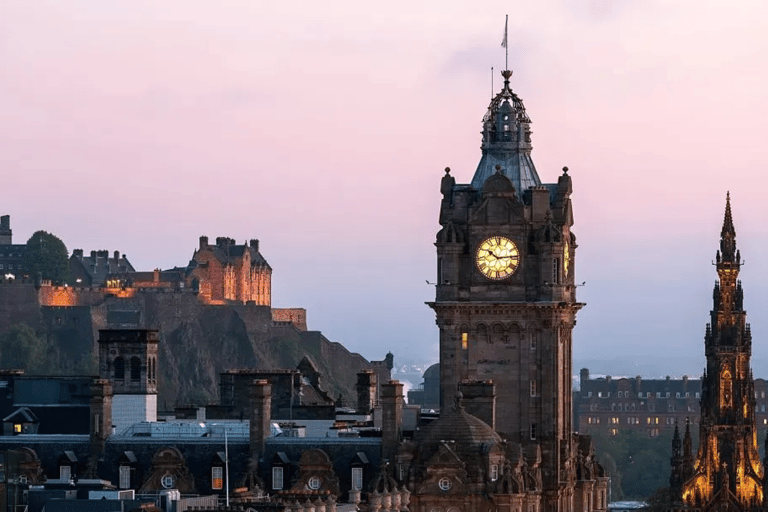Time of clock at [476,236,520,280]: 10:14
